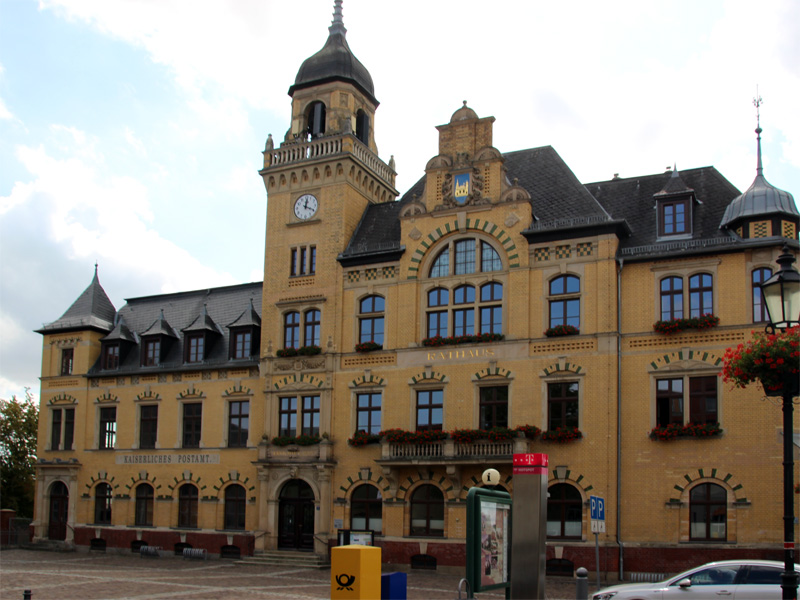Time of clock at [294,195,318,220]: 12:19
